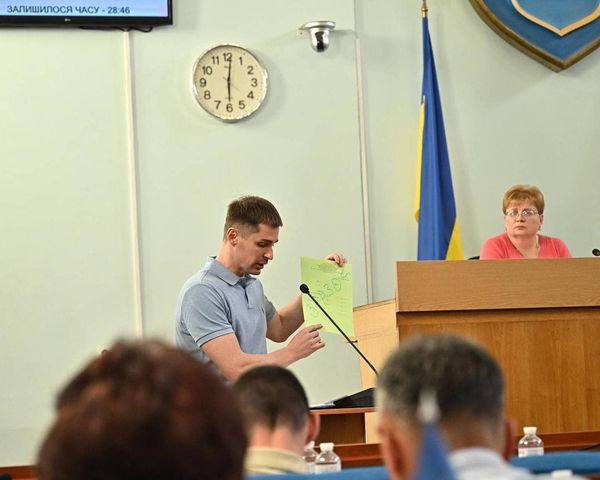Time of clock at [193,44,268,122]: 6:01
